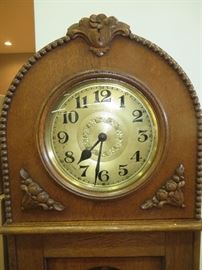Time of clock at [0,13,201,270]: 7:31
